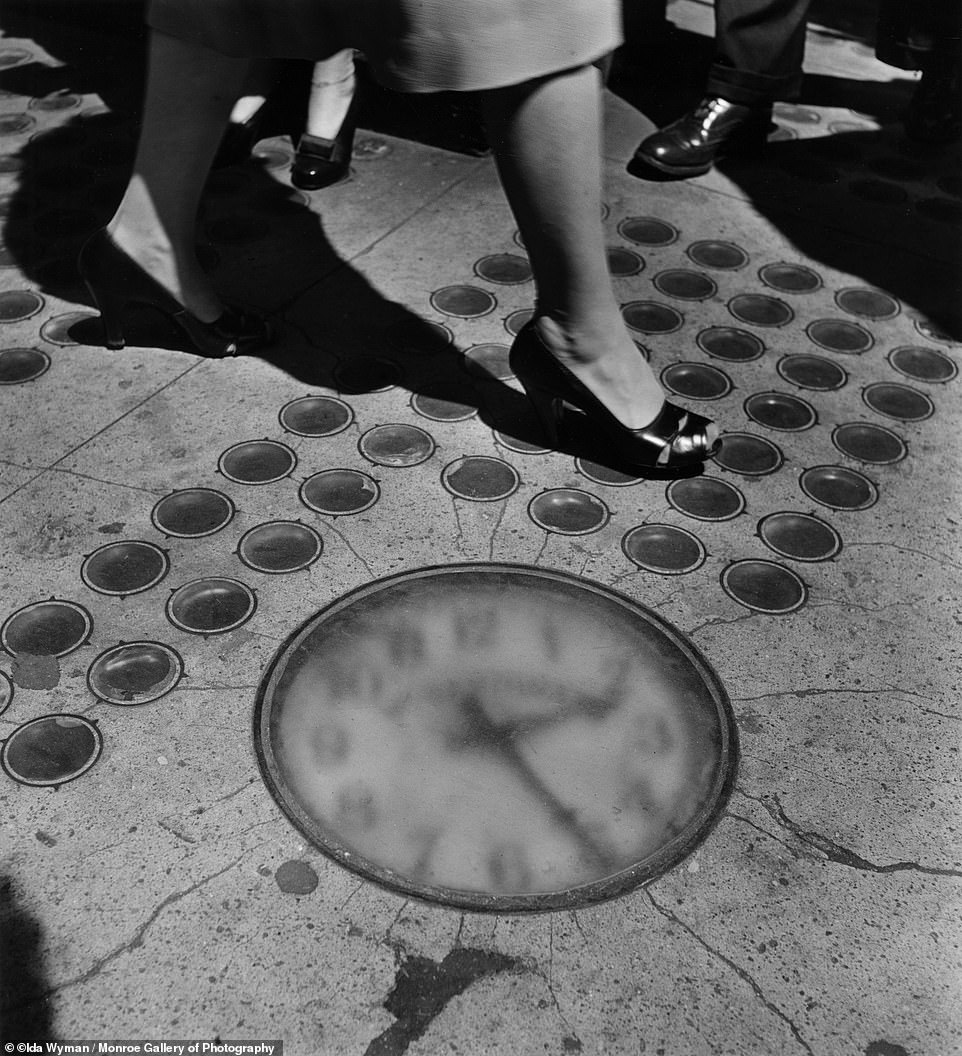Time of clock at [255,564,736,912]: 2:24
